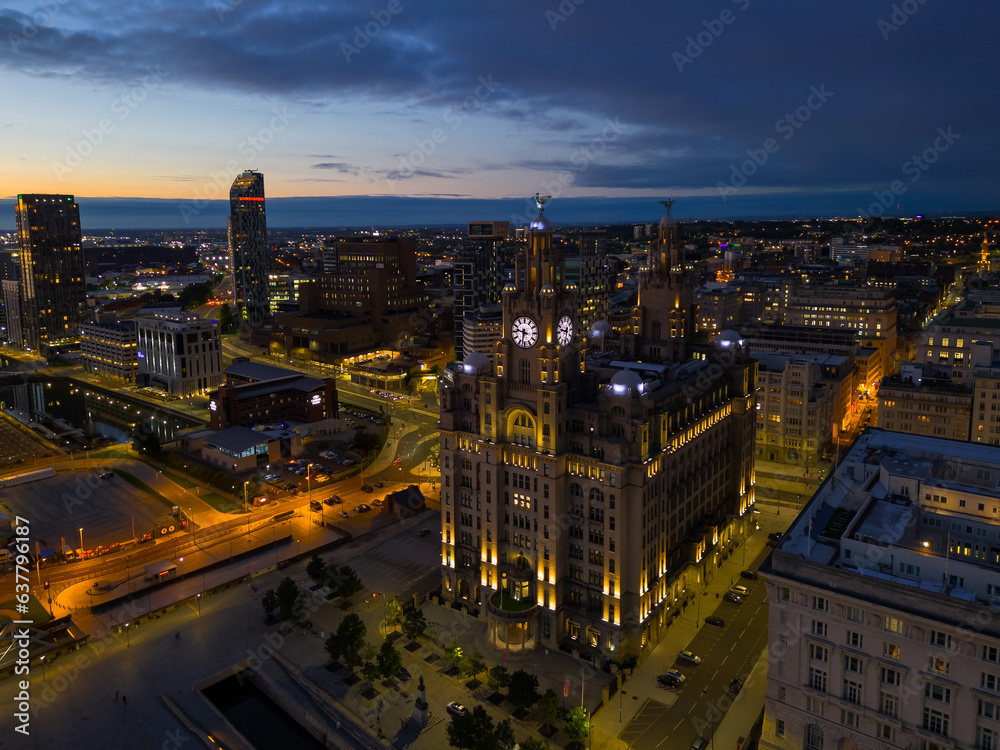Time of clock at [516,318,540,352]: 9:32
